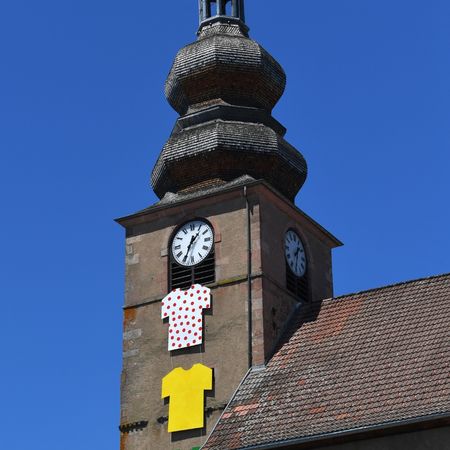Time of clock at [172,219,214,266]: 1:34
